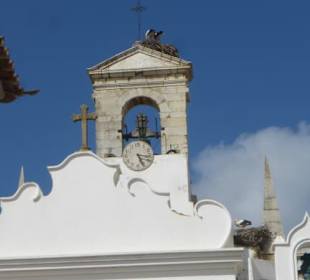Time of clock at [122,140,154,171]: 5:16
